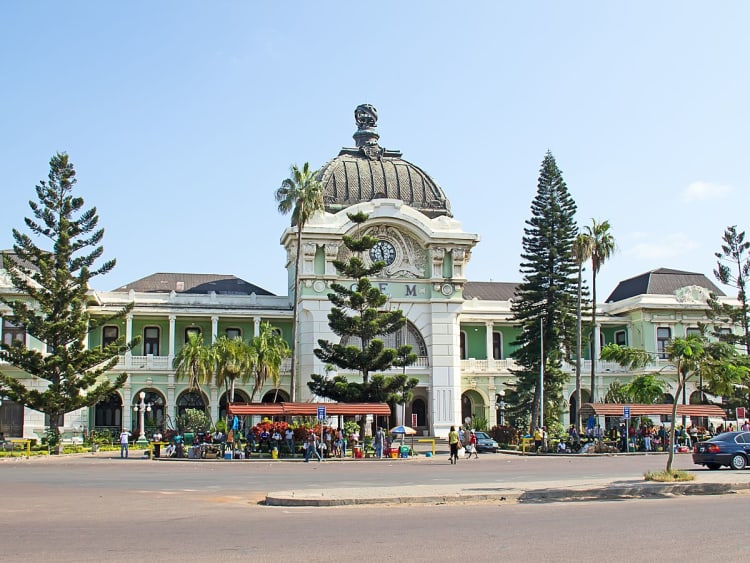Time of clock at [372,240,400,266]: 11:28
